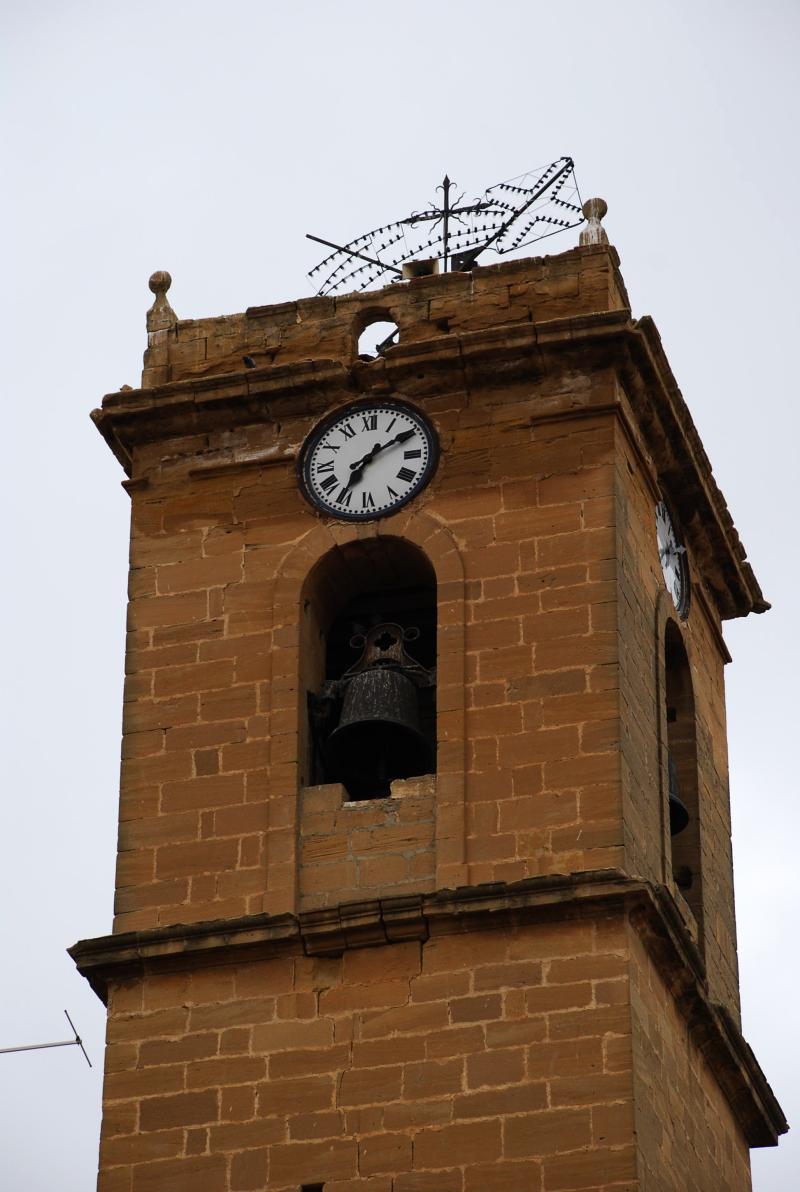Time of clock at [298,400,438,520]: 7:09
